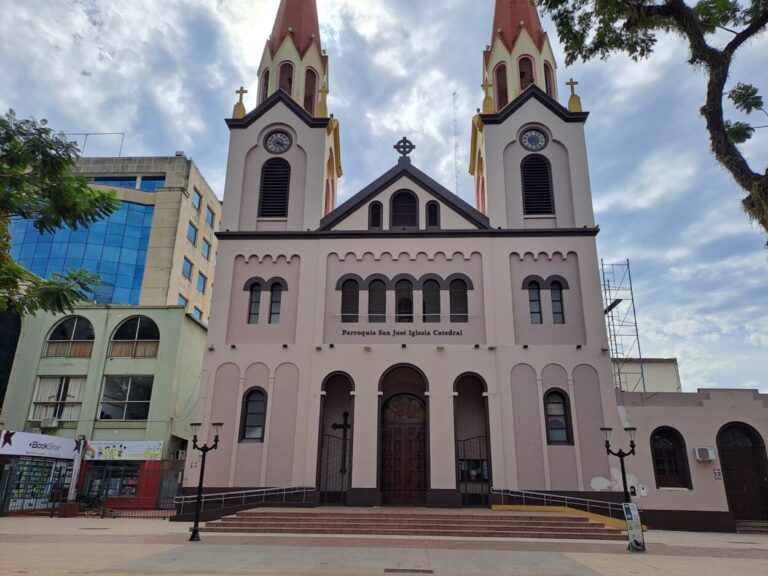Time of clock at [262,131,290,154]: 4:16
